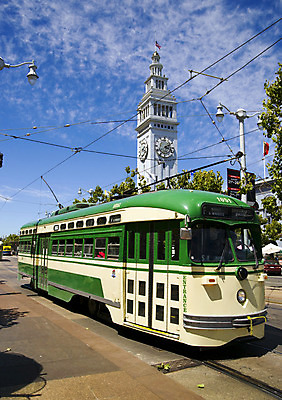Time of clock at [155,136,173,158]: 2:18
